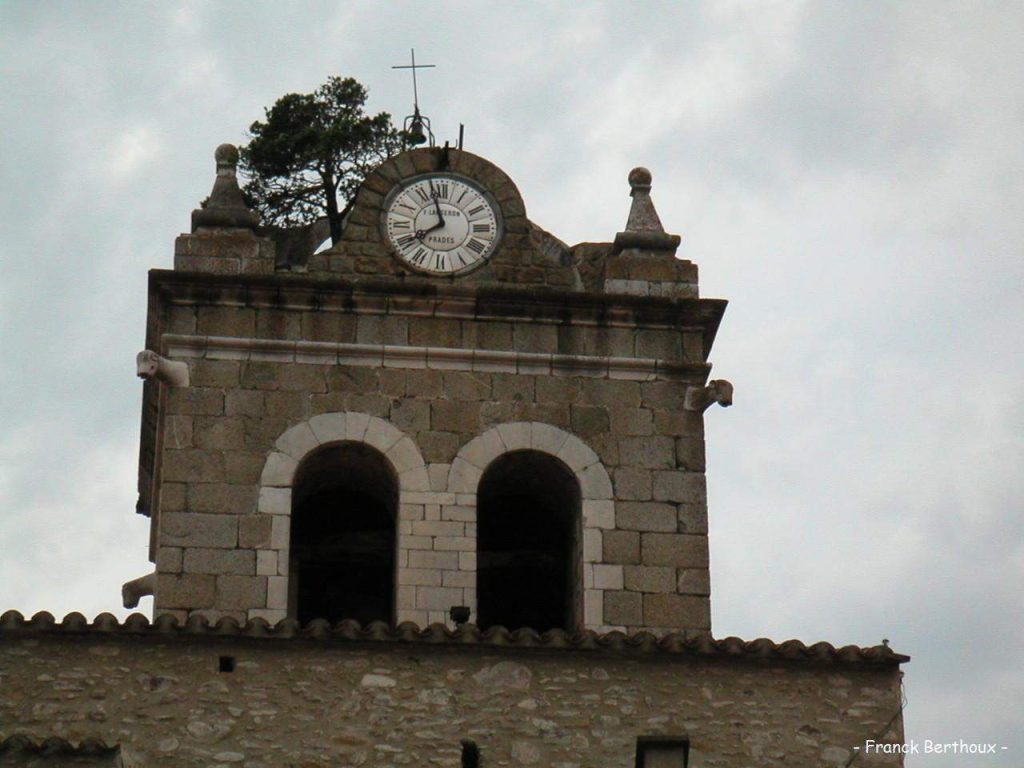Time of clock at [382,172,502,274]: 7:57
